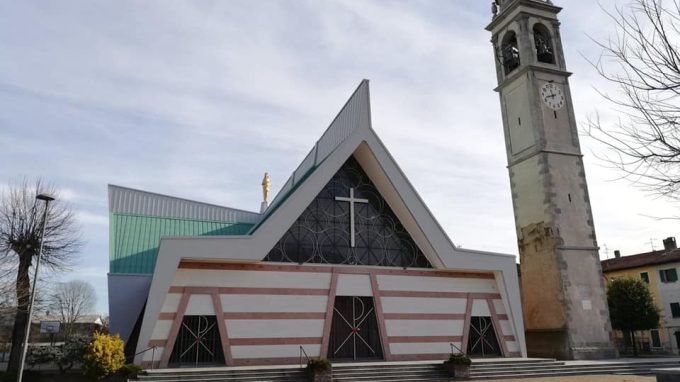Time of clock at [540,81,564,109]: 11:42
